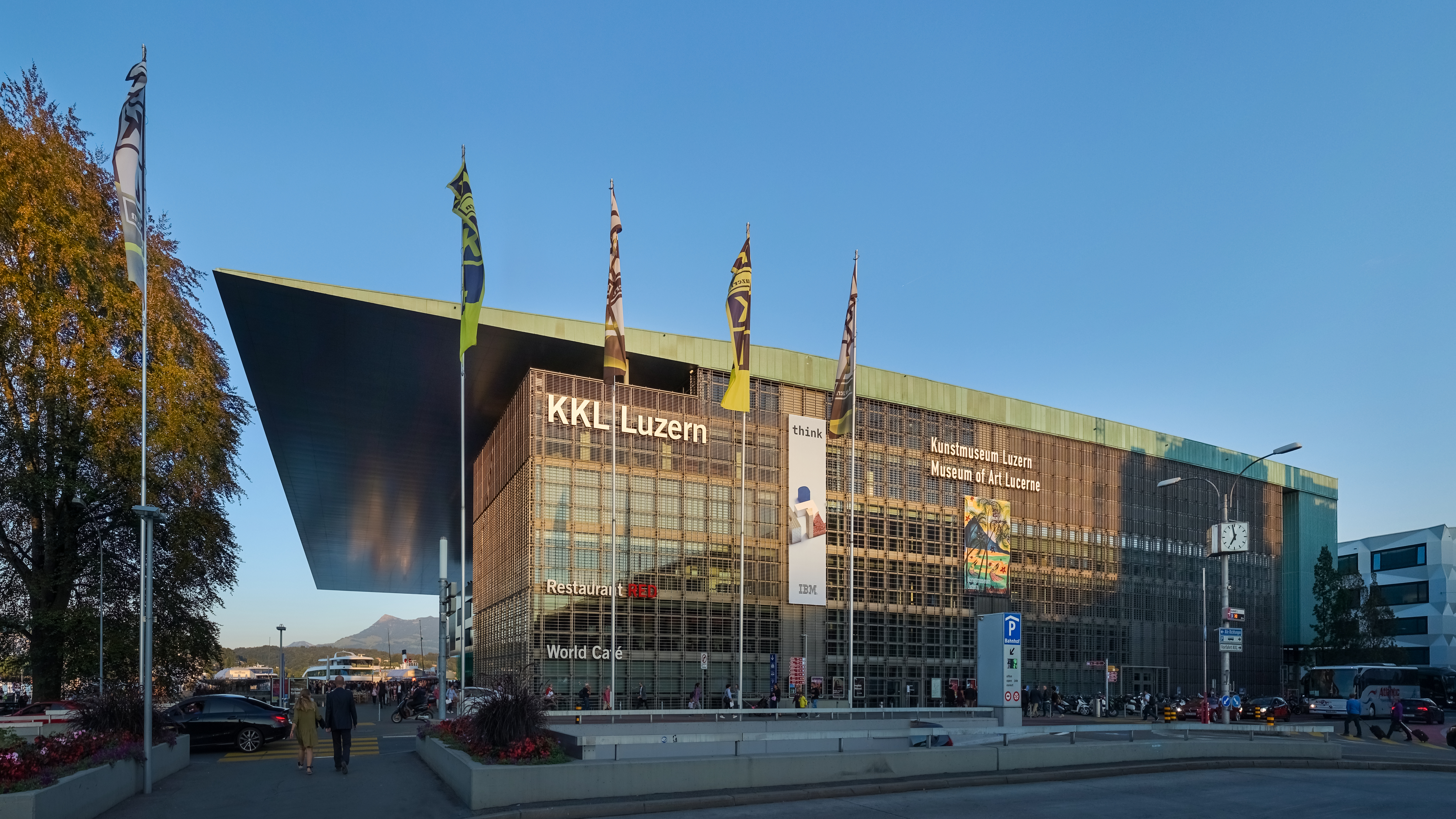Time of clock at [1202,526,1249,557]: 6:58
